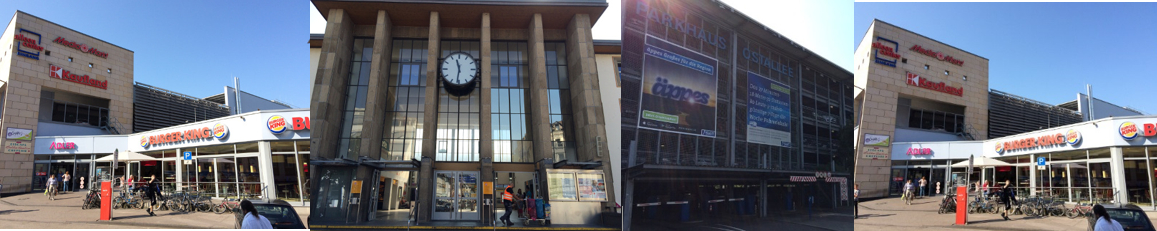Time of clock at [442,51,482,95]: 11:31
